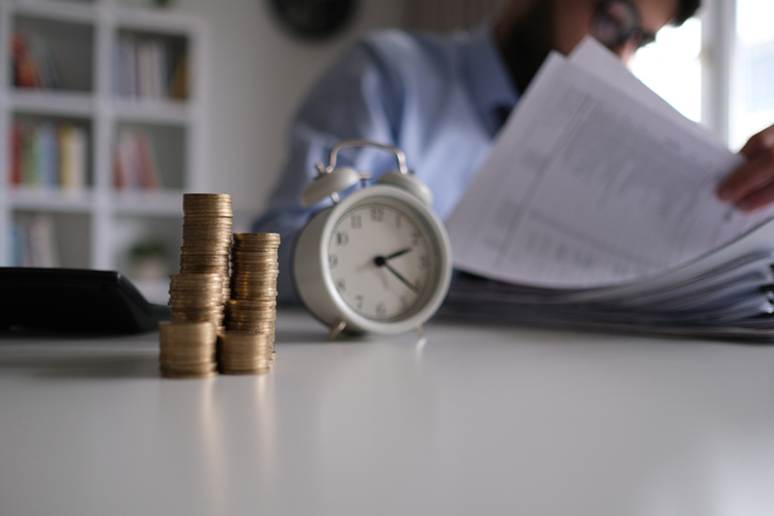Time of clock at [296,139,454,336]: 2:21
